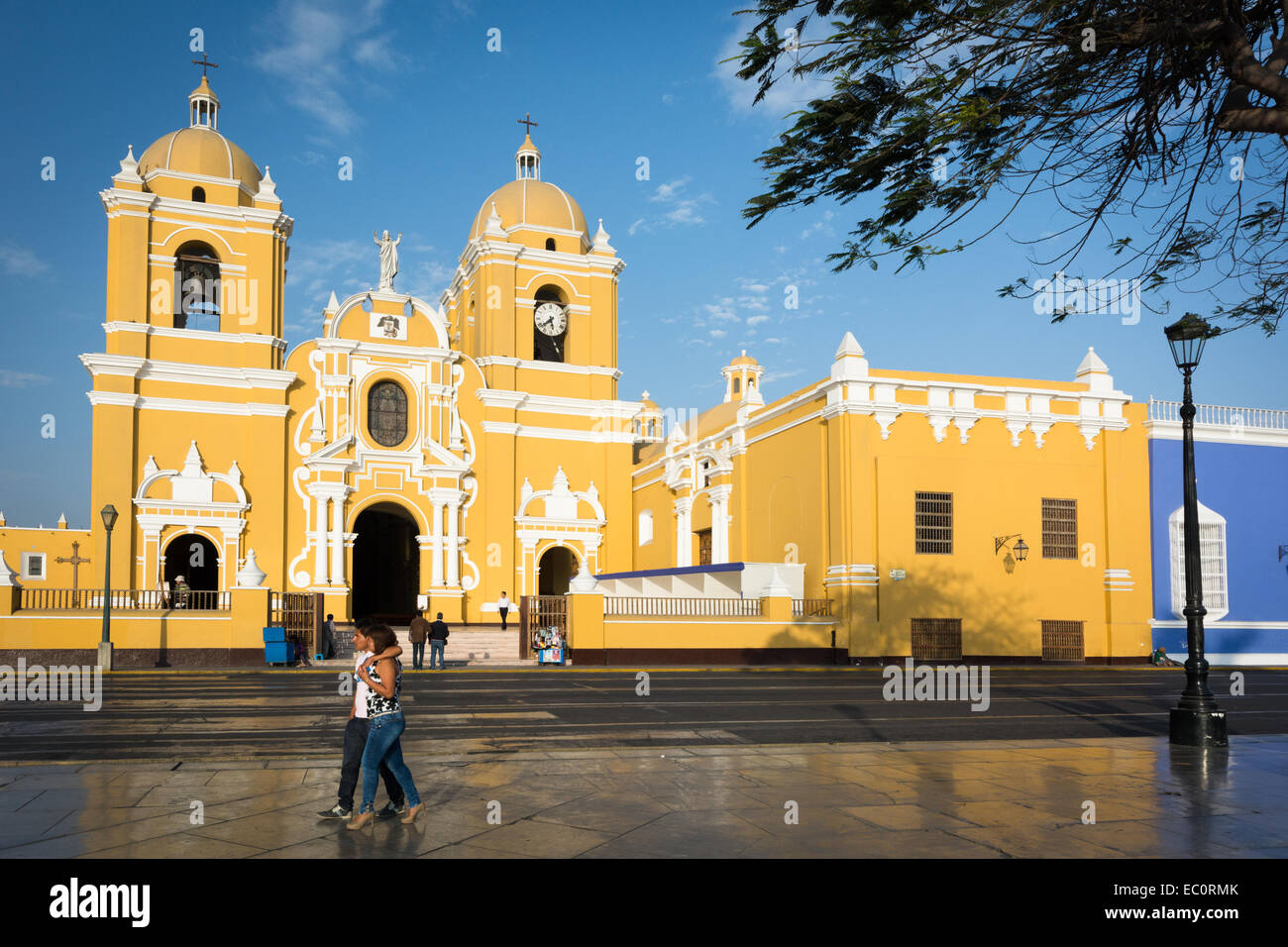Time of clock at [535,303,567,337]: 5:38
